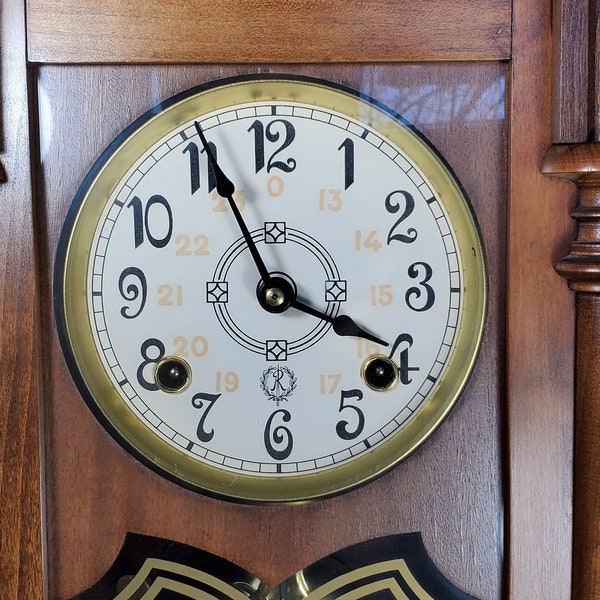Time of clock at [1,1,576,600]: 3:55
